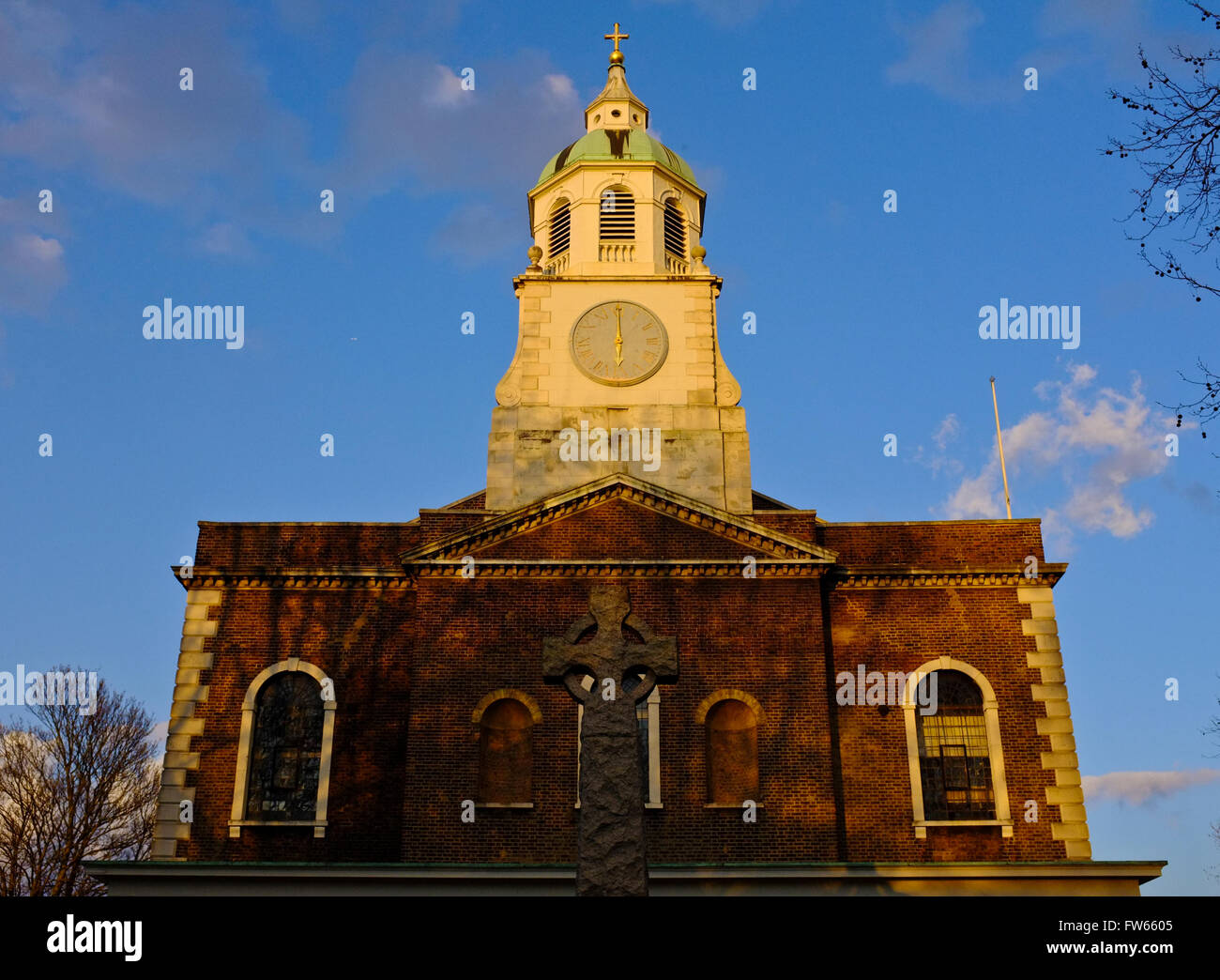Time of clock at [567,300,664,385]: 6:00
